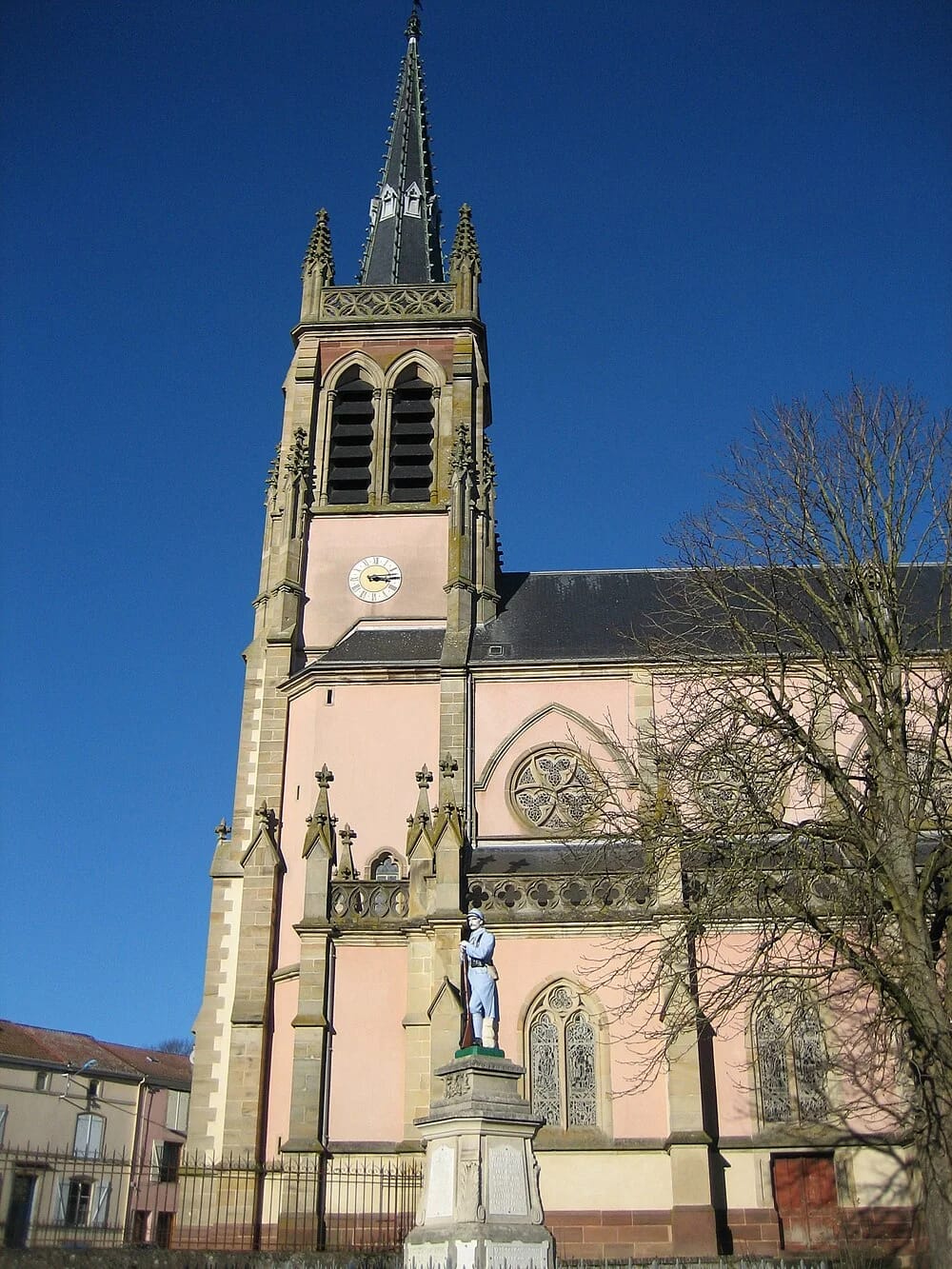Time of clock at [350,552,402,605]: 3:13
